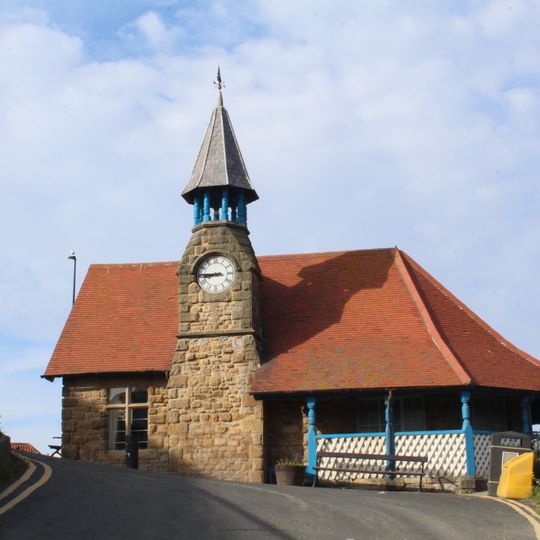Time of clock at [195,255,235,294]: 8:45
